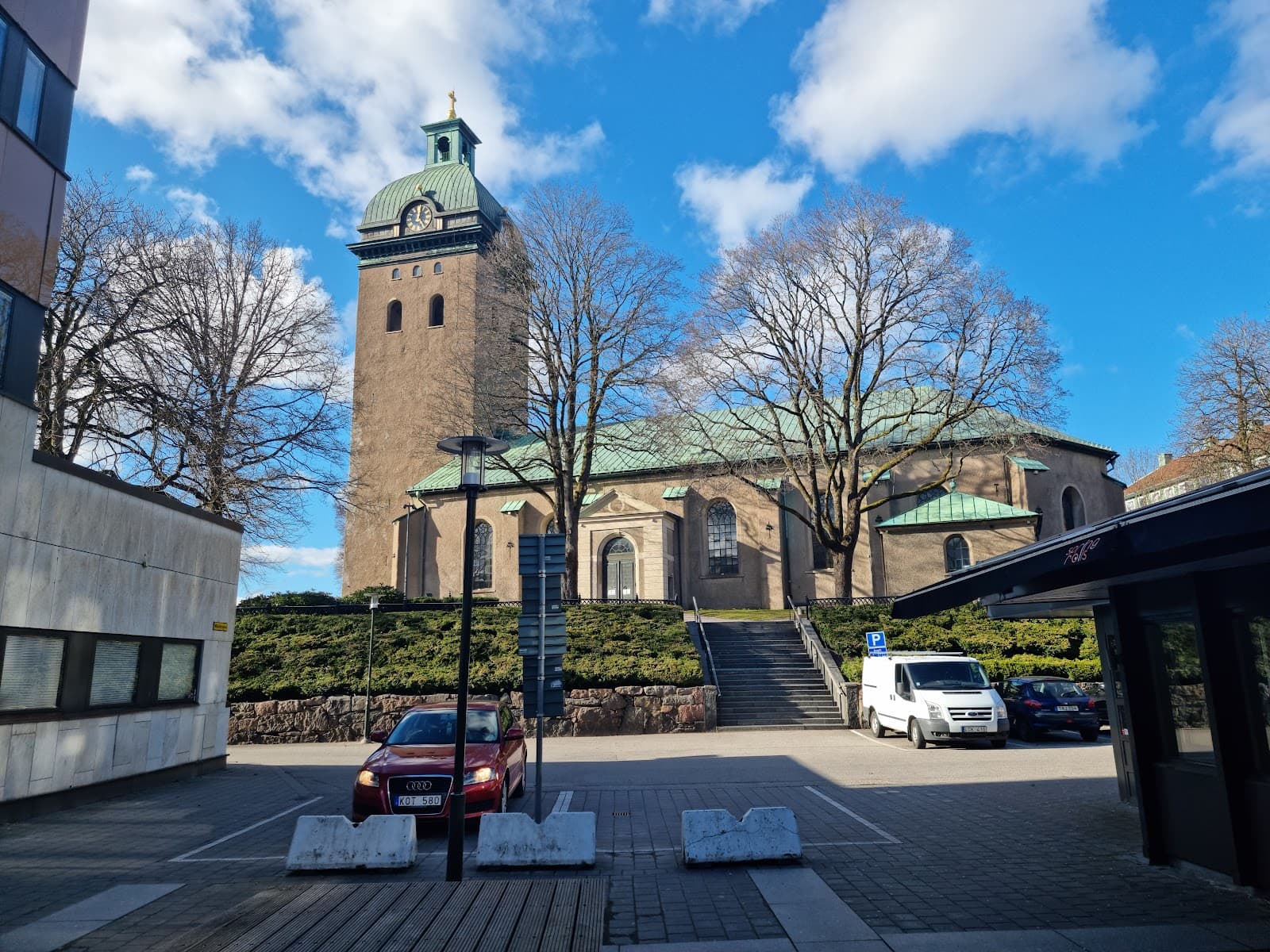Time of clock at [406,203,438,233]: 12:24
